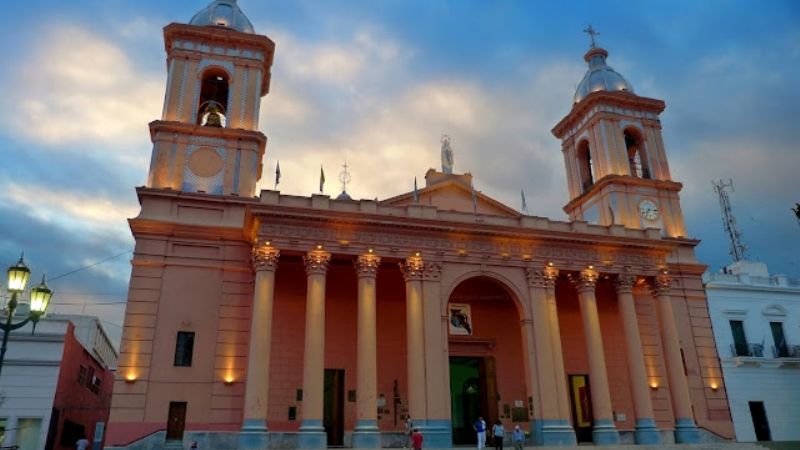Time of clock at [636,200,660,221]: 7:15
